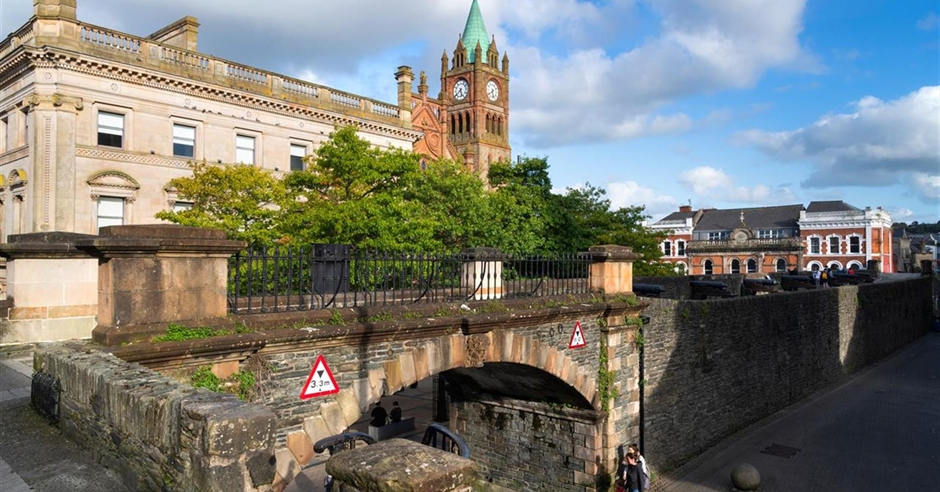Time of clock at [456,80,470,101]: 5:38
